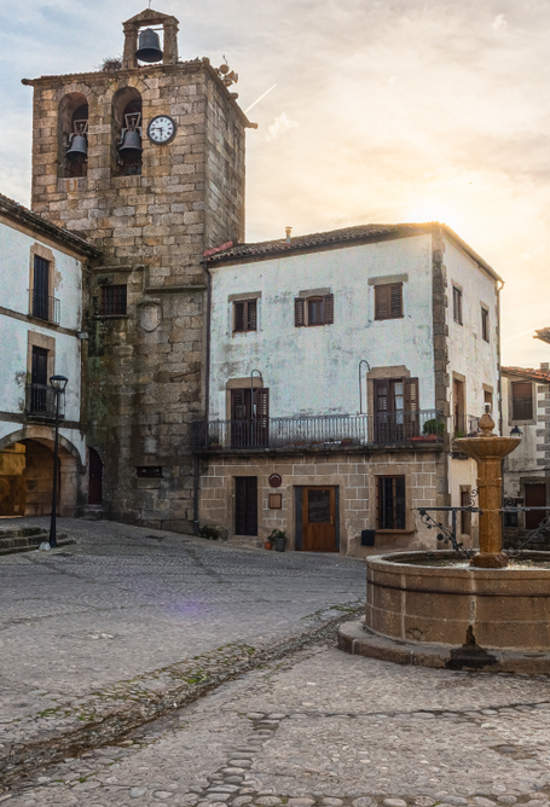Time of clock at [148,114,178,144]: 5:46
